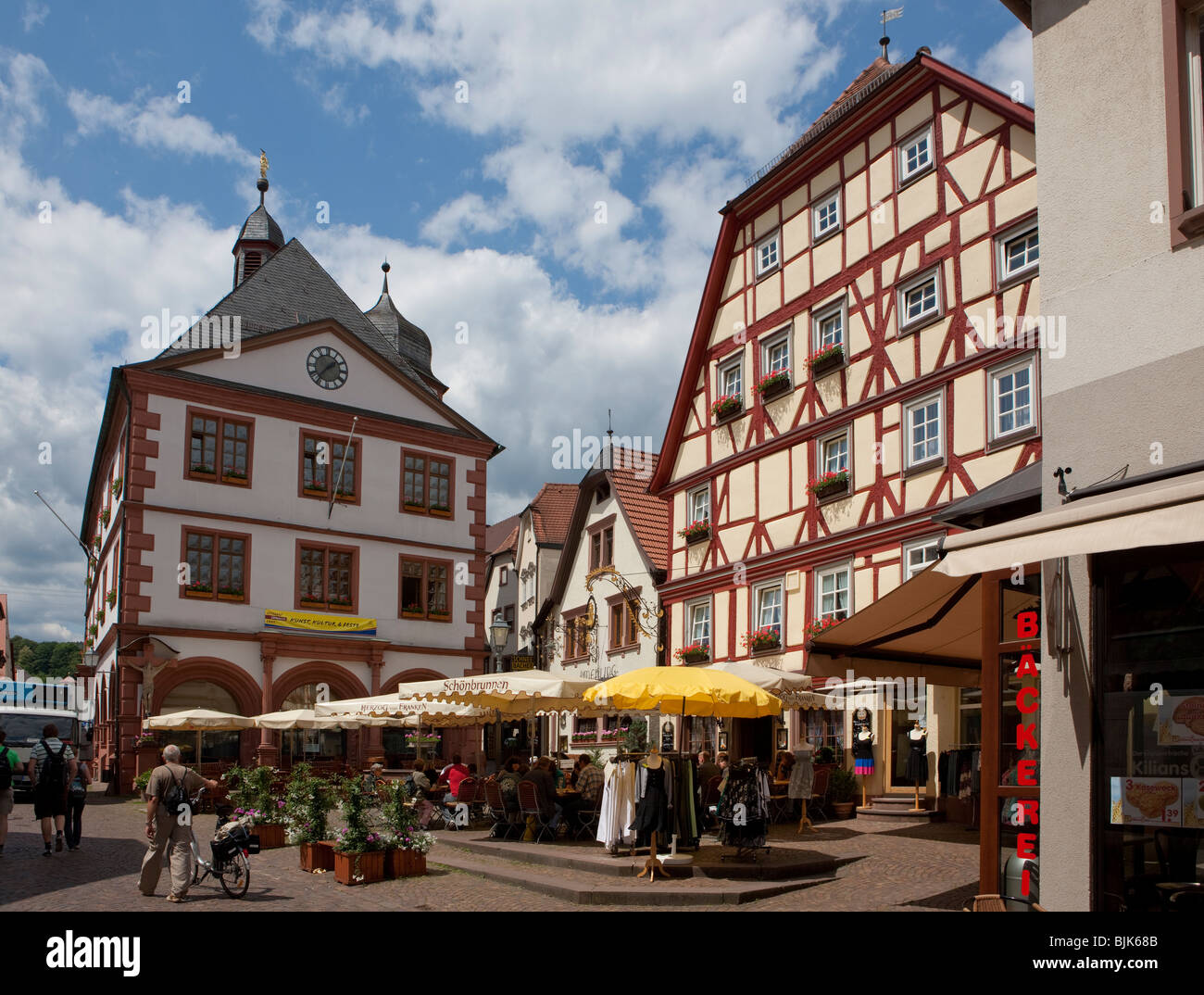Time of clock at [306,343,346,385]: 1:36
